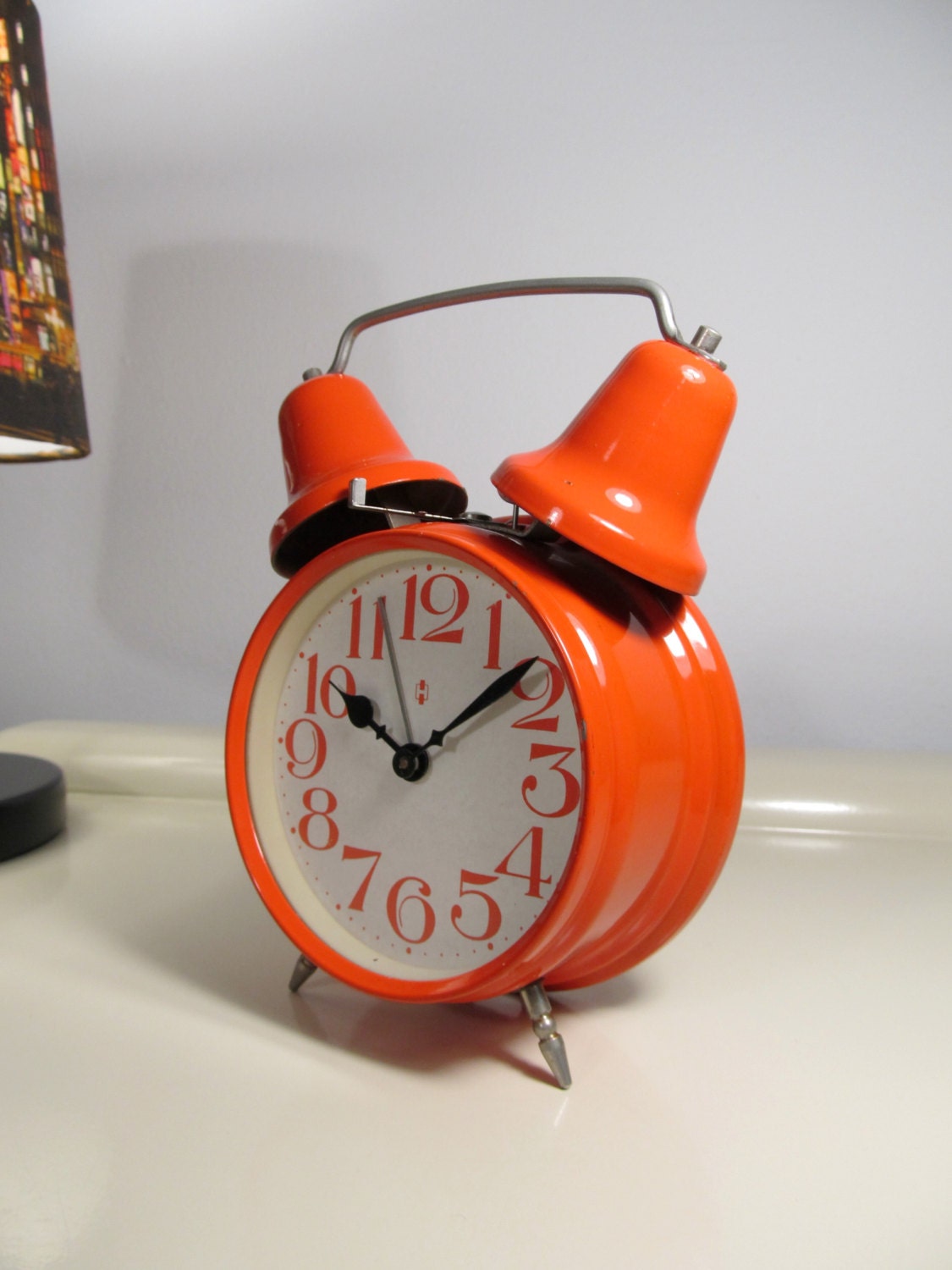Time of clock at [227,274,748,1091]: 10:07
